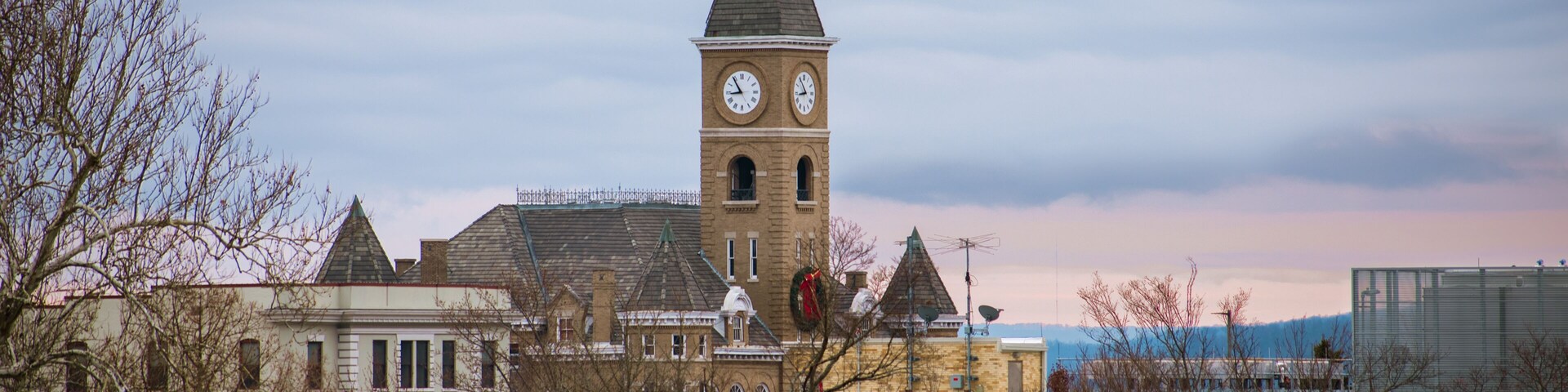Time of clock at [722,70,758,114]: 8:54
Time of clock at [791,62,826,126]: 8:54
